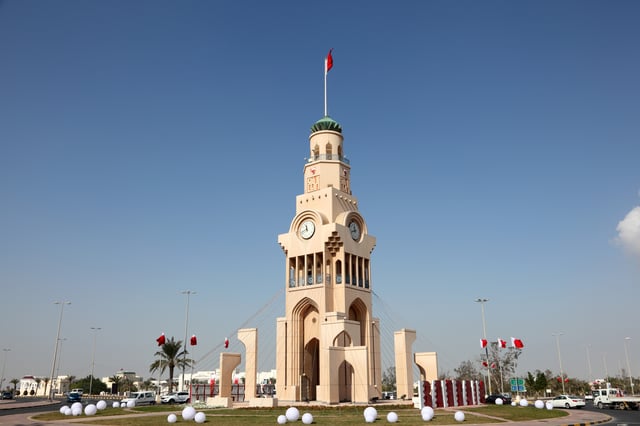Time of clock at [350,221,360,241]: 11:42
